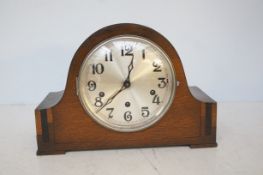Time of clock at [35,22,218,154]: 12:37
